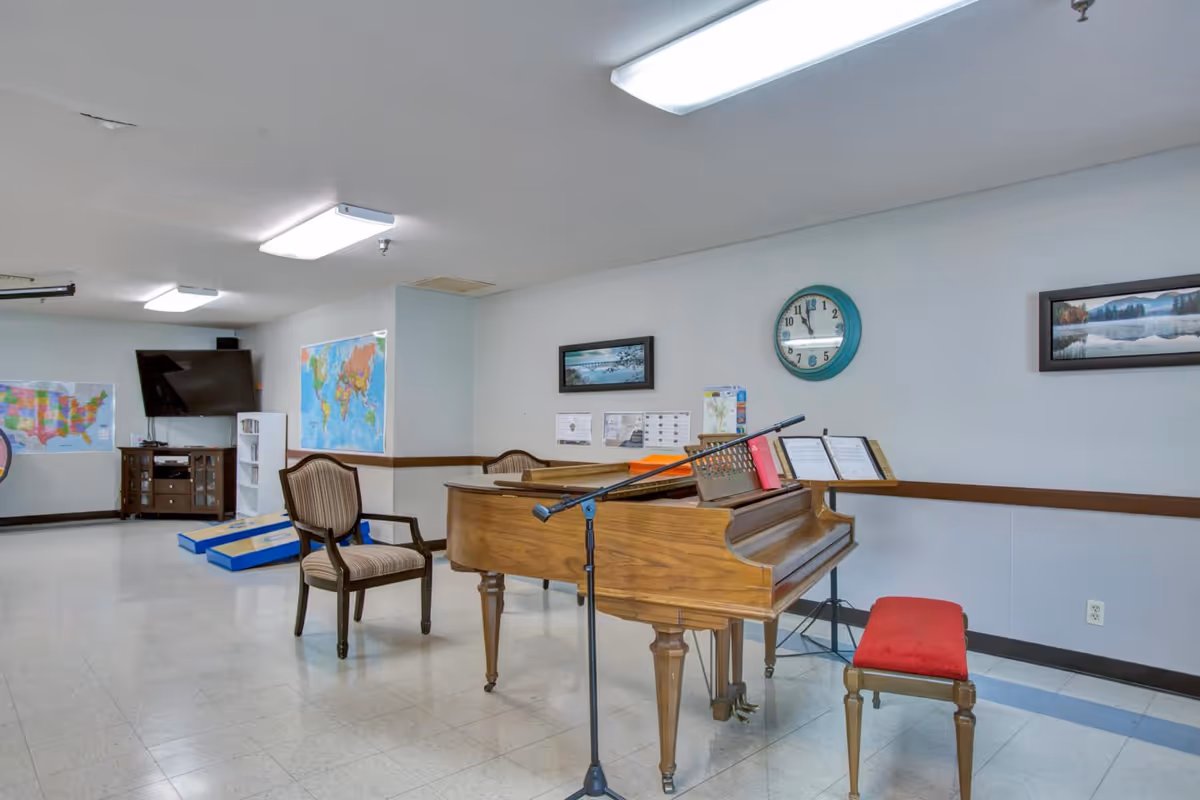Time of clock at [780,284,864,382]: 10:59
